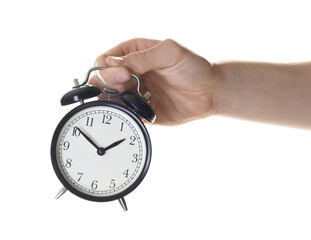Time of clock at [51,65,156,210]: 1:51
